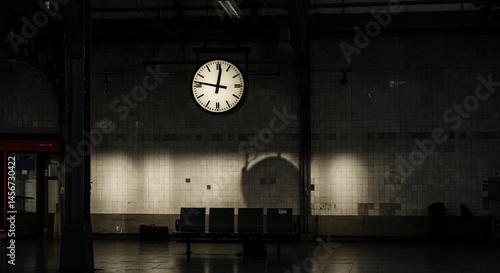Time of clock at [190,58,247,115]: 11:46
